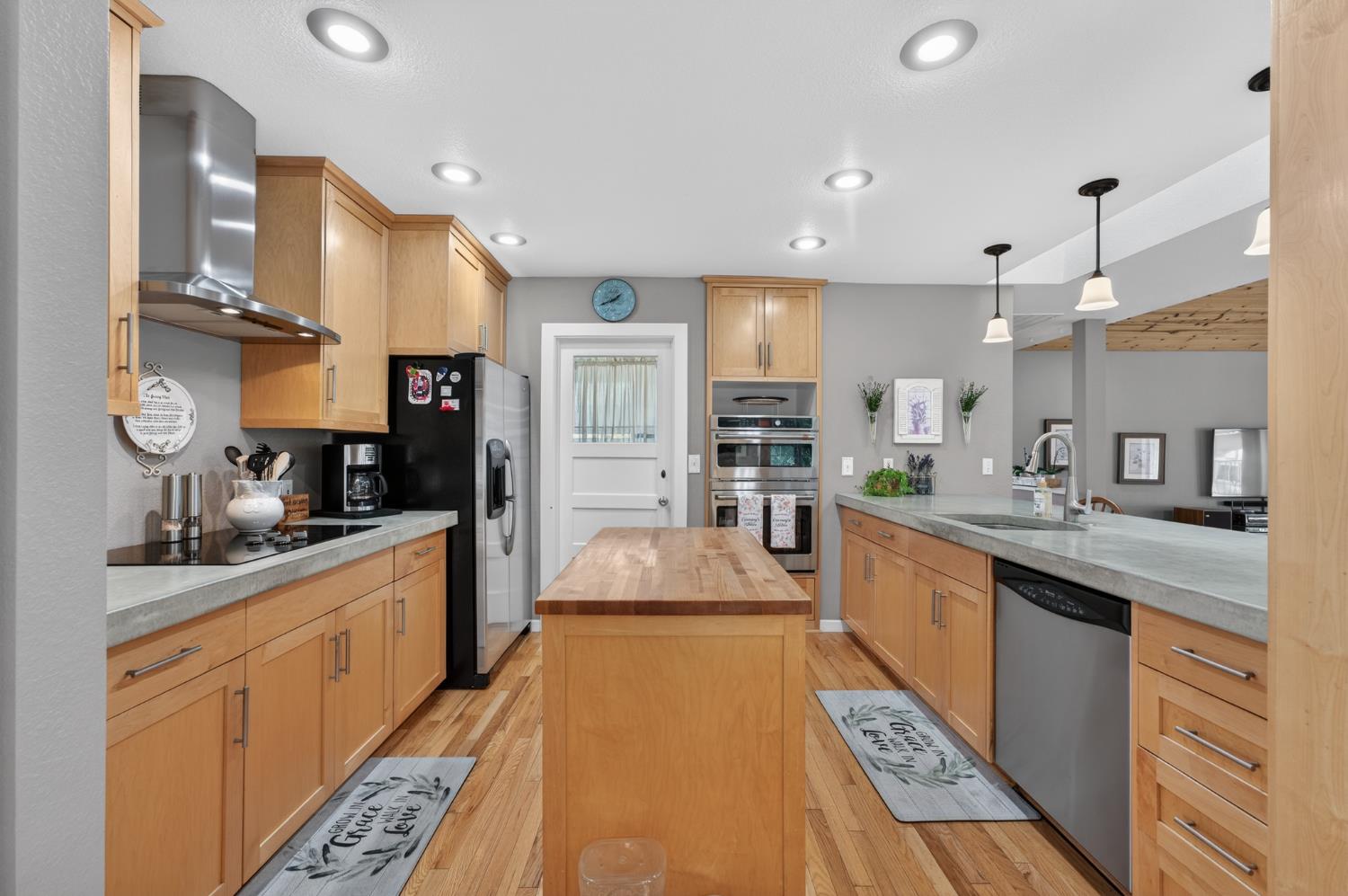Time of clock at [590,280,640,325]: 1:41
